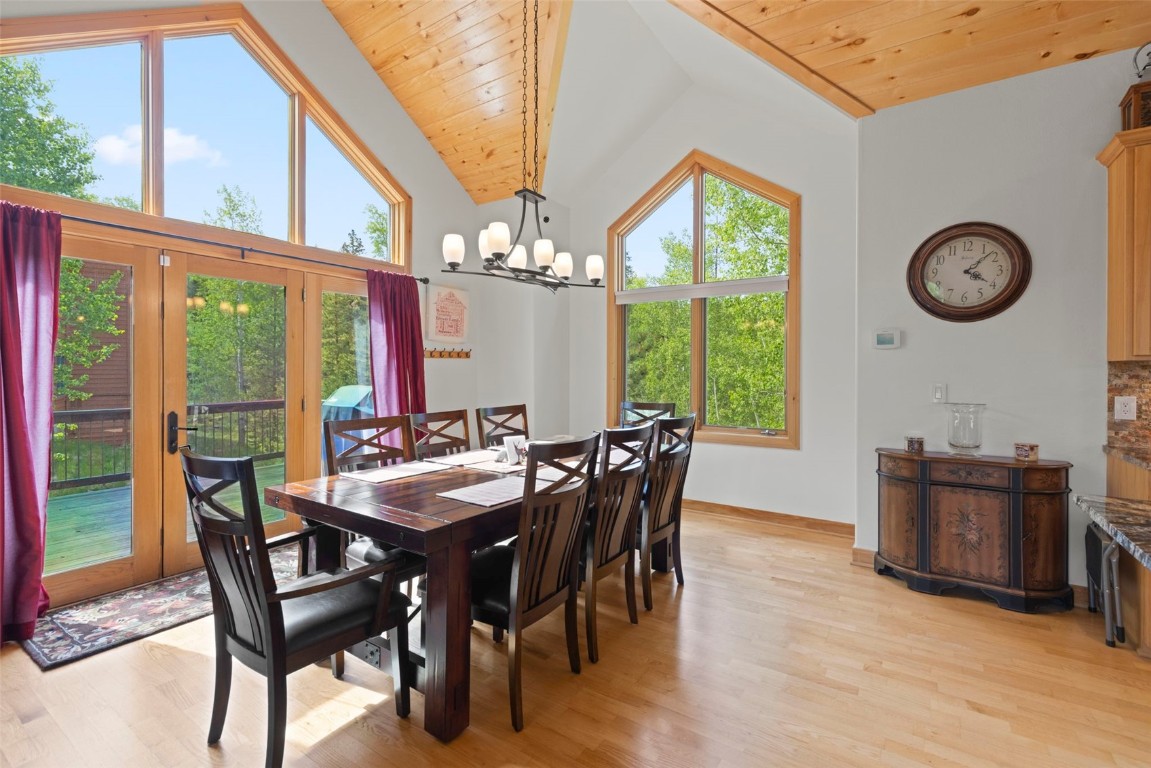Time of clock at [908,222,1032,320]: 4:07
